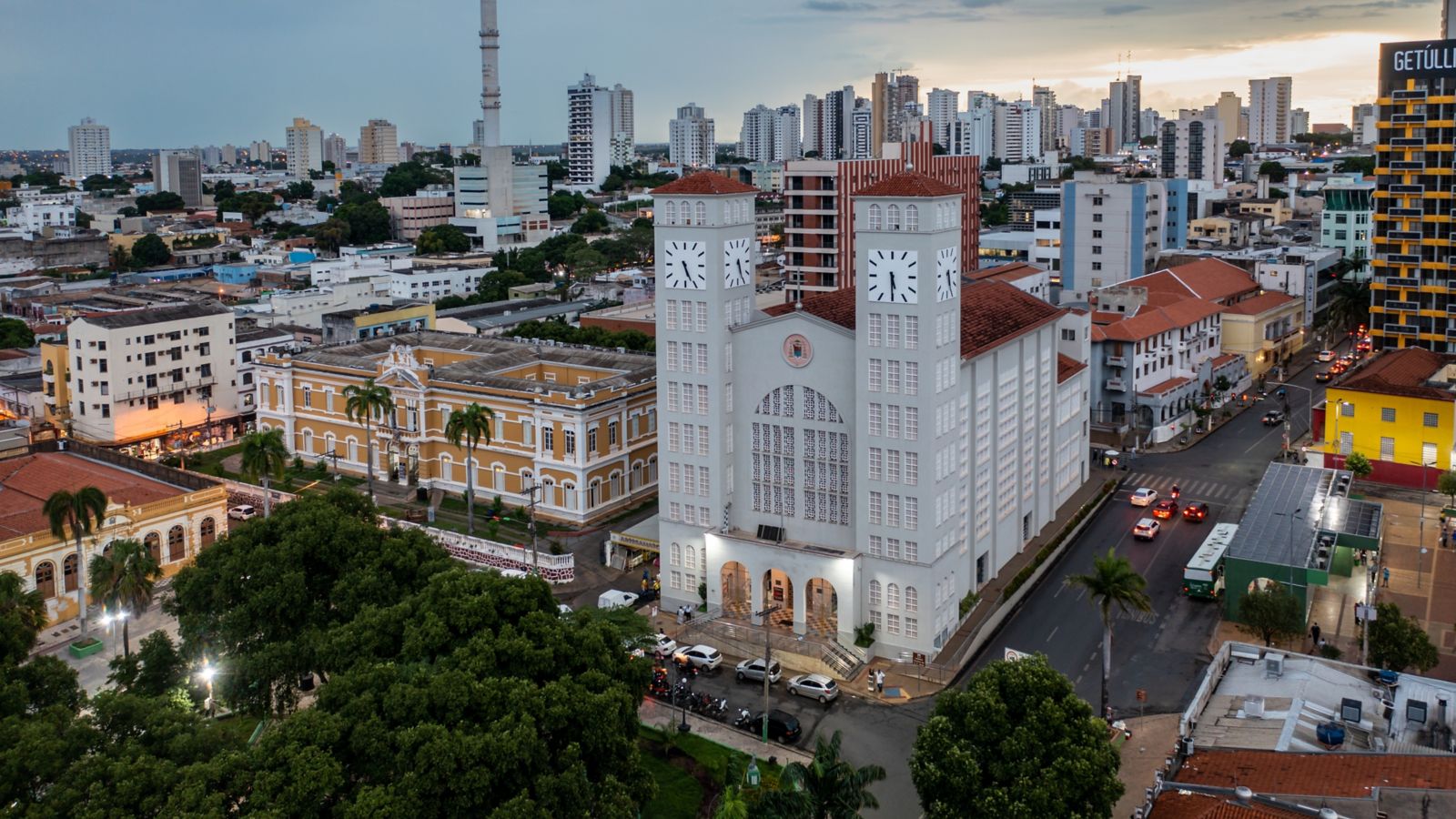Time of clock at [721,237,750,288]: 5:26
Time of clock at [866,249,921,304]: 5:29
